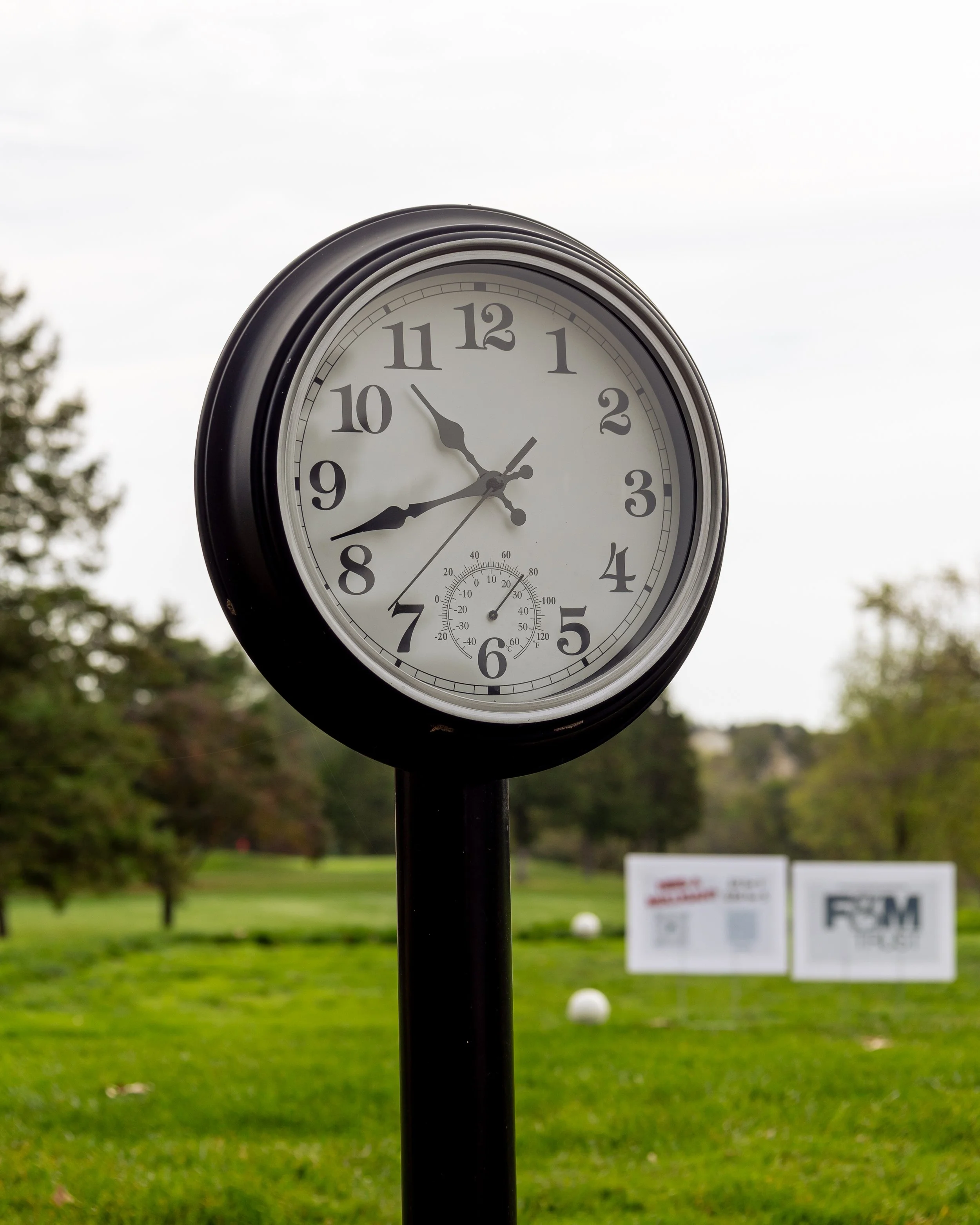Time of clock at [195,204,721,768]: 10:41
